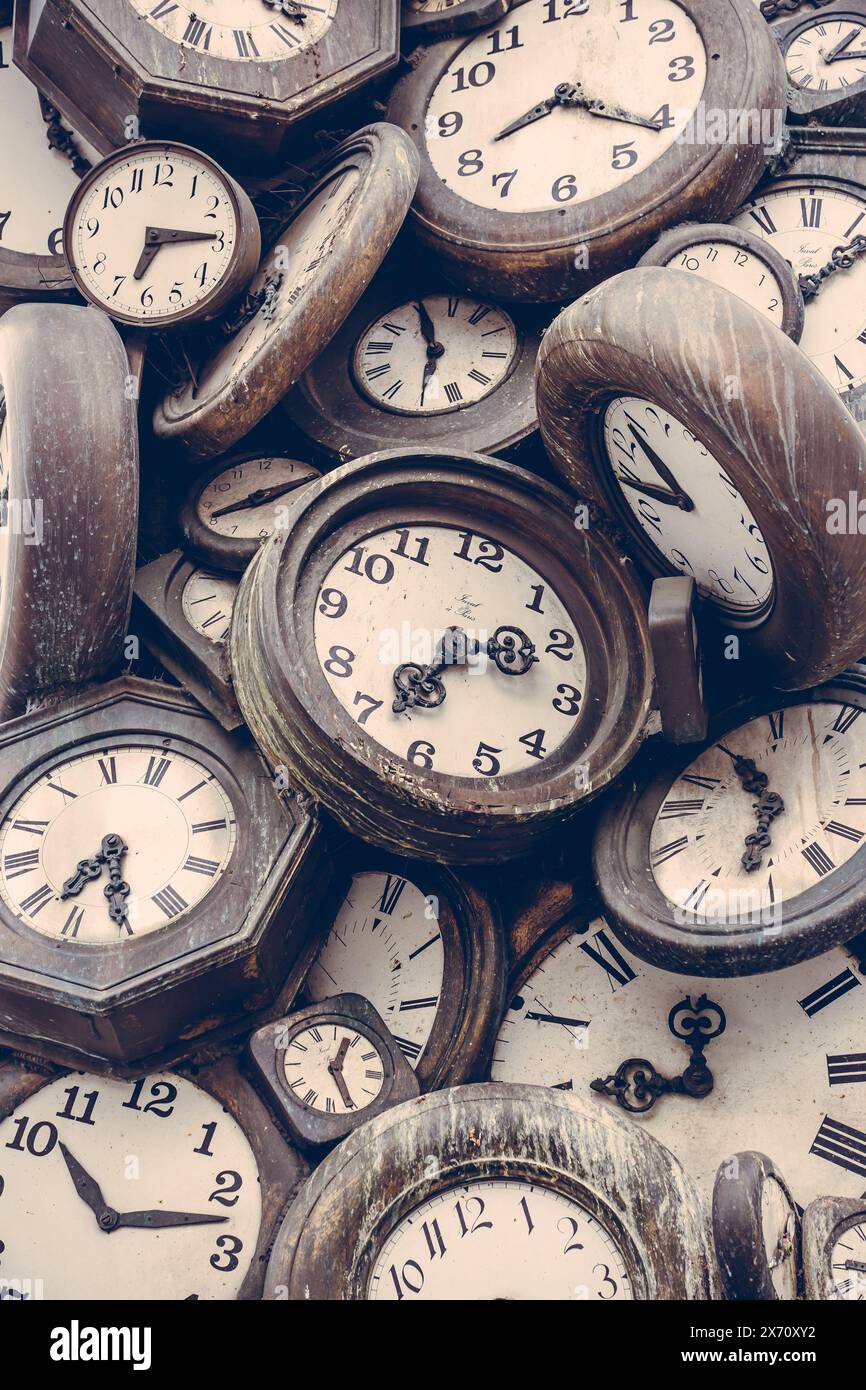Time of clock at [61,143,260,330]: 6:14
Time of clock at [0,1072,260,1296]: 10:12
